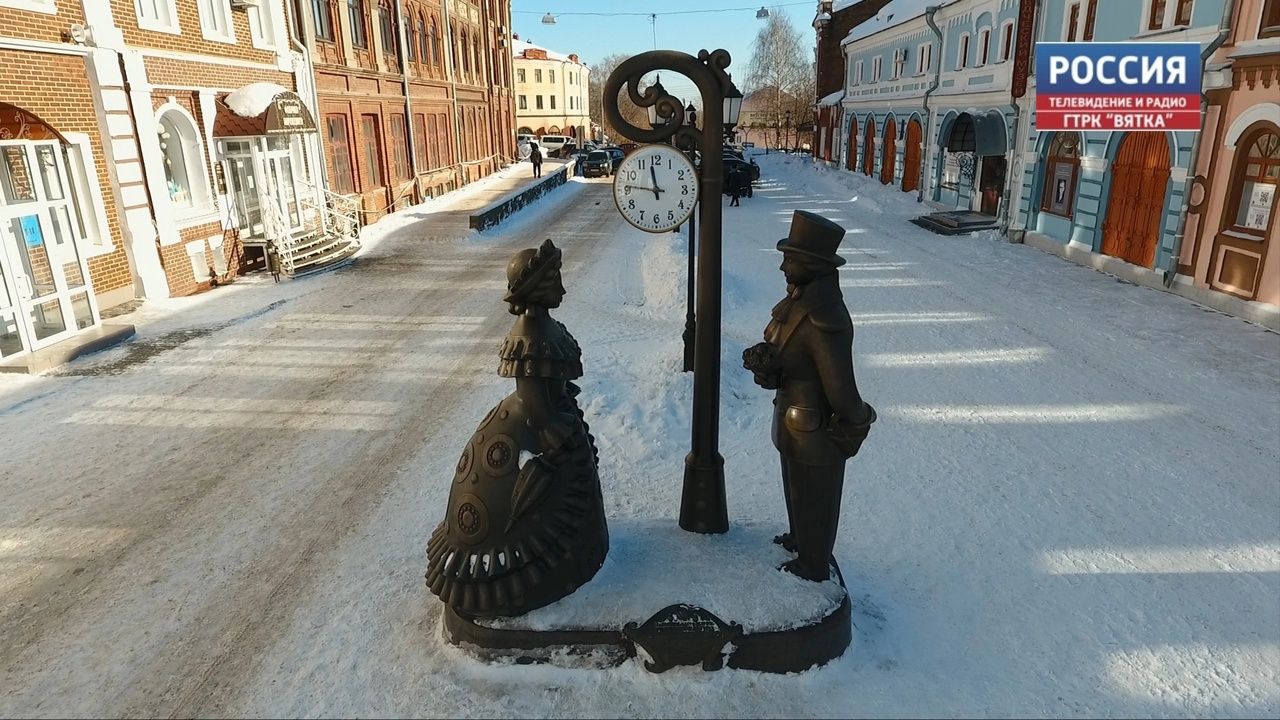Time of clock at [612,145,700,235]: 11:46
